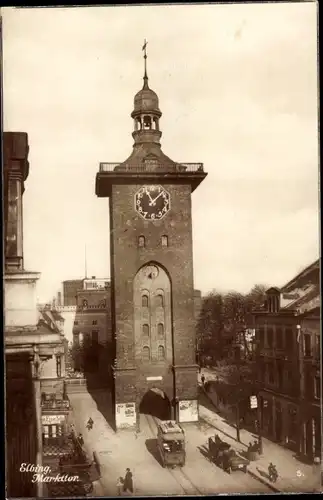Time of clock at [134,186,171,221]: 11:07
